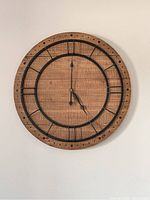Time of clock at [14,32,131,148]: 5:00
